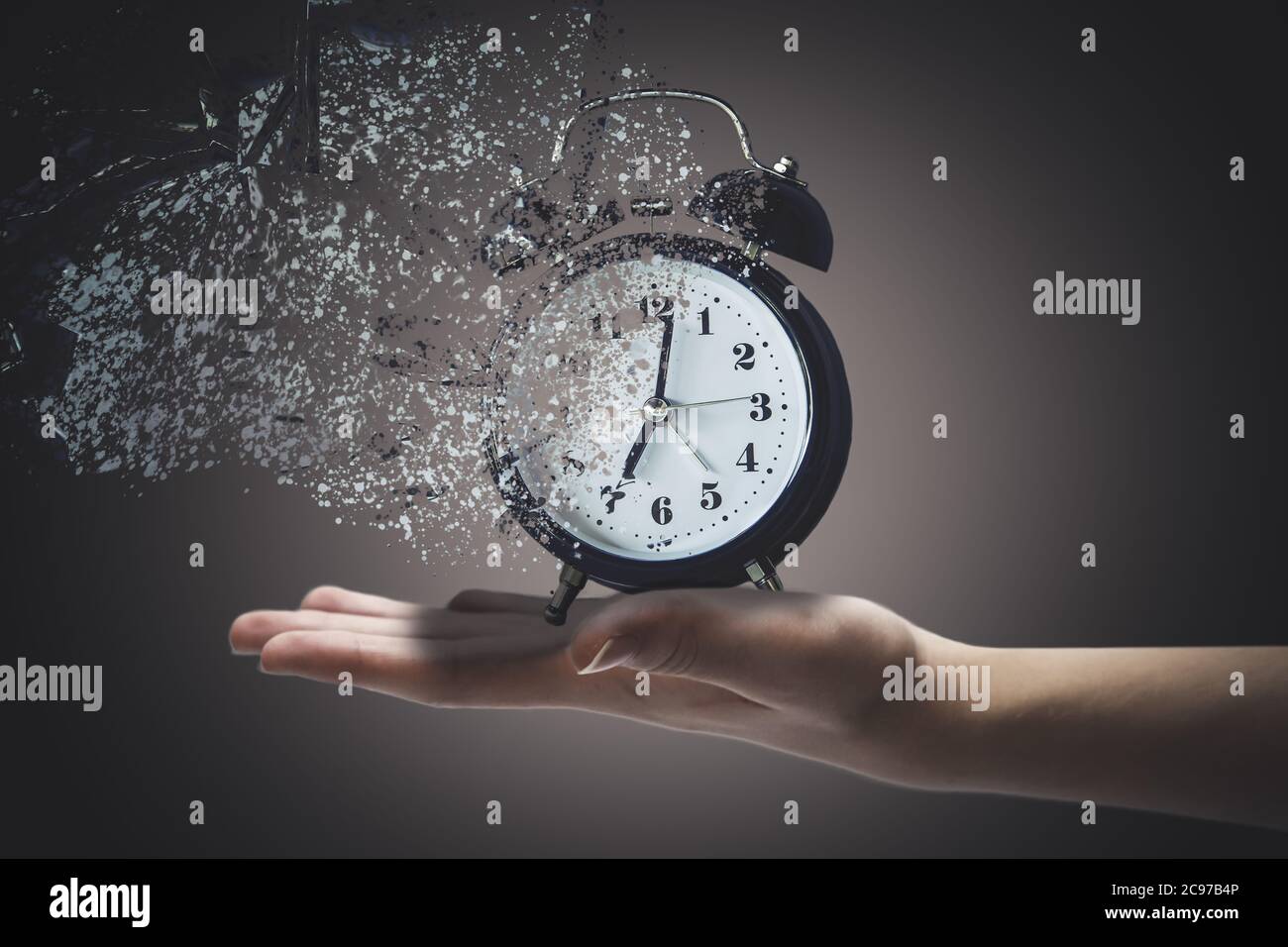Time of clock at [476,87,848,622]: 7:01
